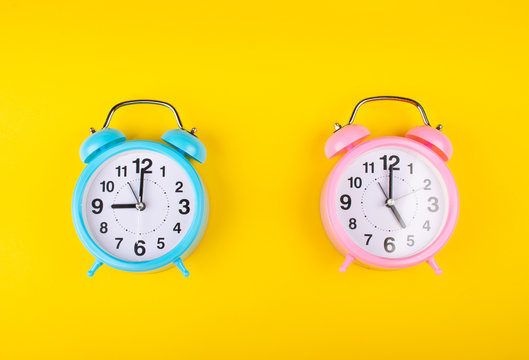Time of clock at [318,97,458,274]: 5:00
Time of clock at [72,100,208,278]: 9:00
